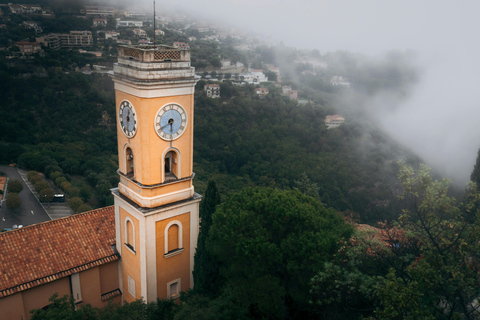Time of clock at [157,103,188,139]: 5:40
